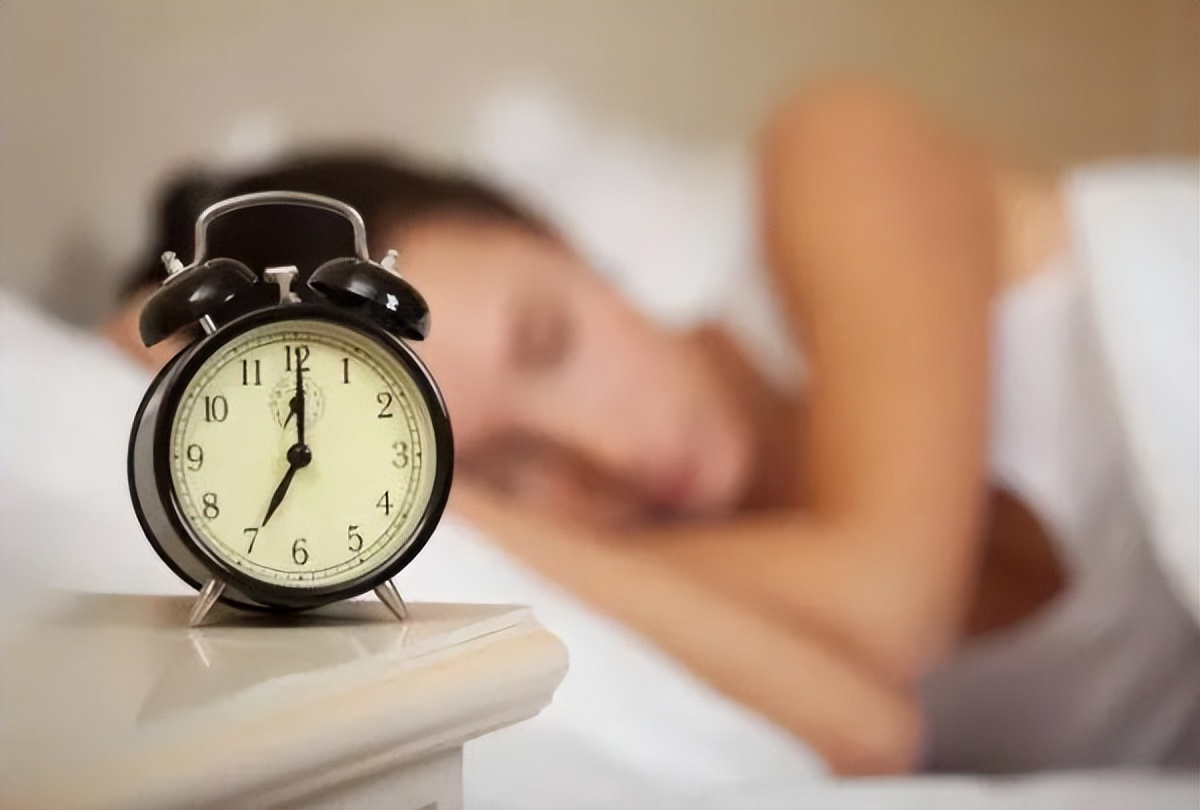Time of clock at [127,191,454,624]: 7:00
